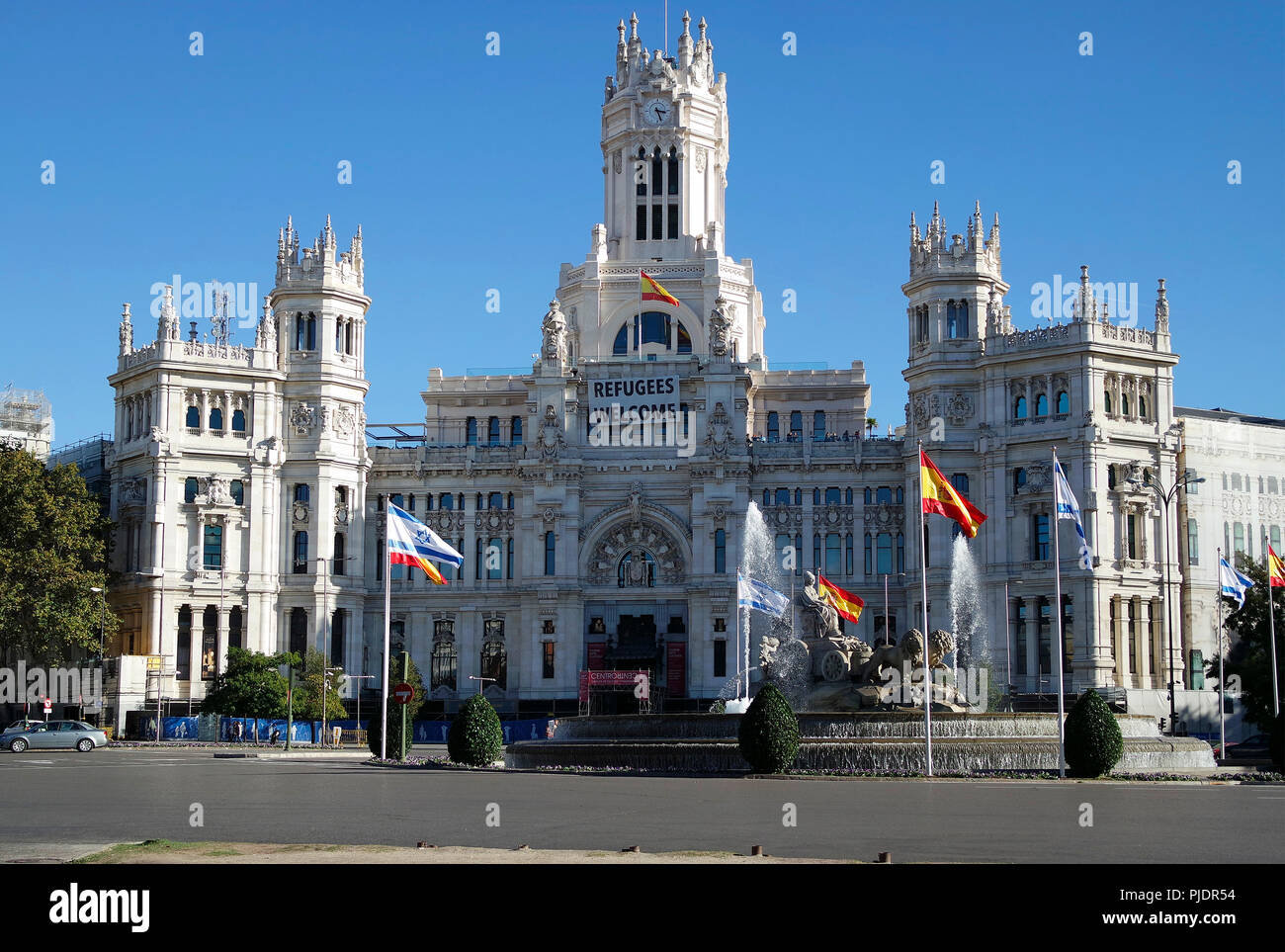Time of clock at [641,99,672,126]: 3:26
